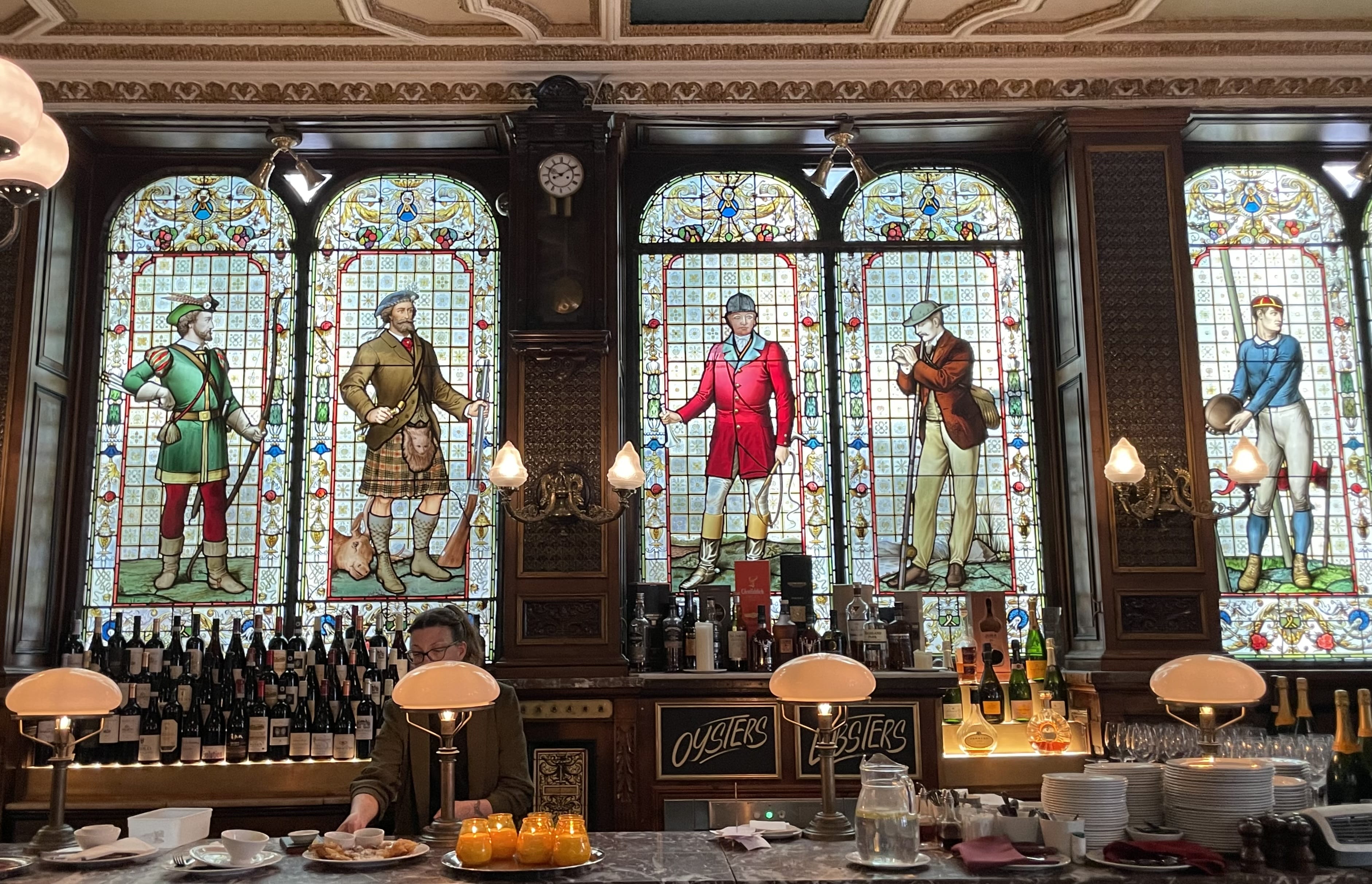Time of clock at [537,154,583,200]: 8:09
